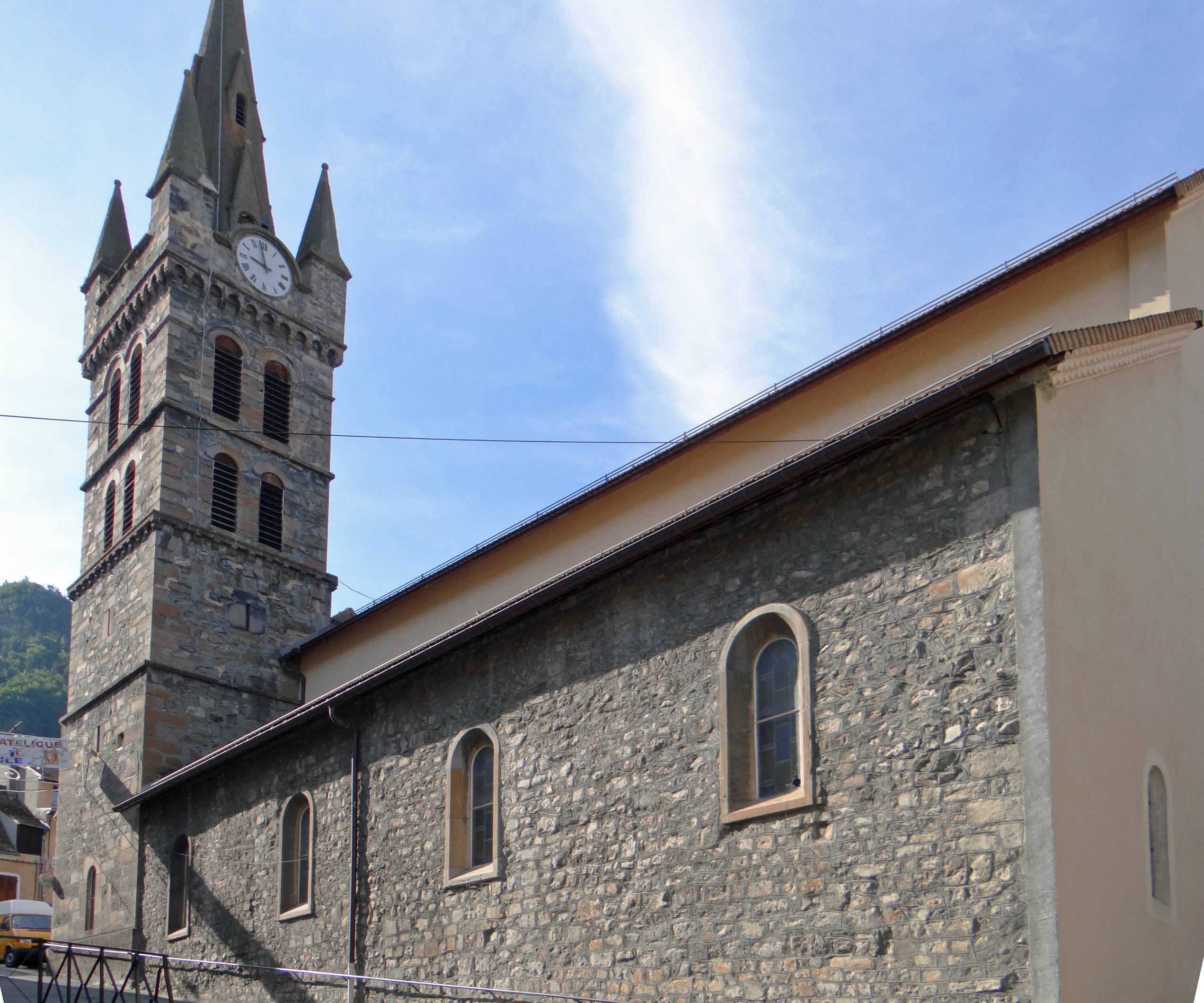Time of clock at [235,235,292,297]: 8:58
